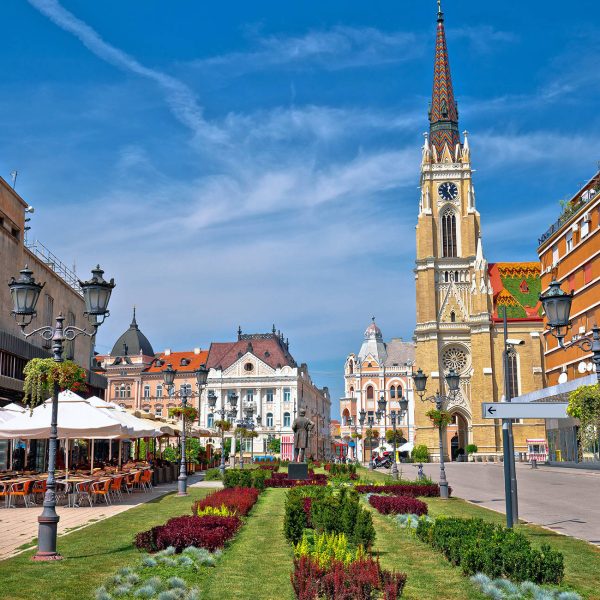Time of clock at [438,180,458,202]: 12:24
